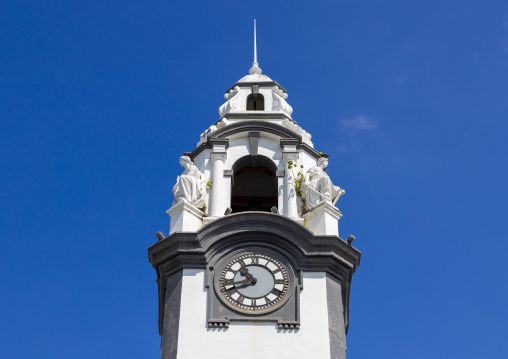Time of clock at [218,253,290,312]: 10:41
